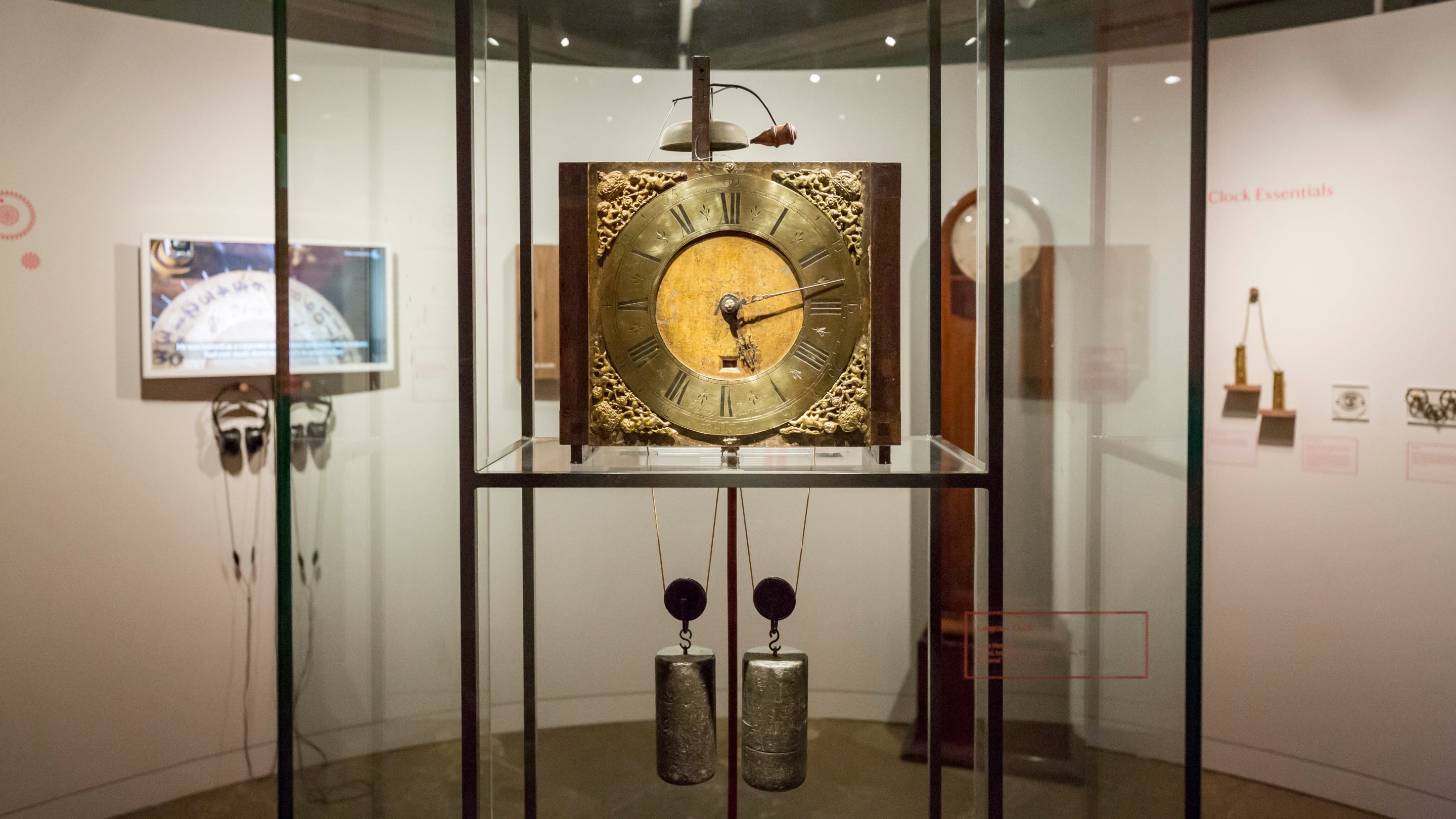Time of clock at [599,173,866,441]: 5:12
